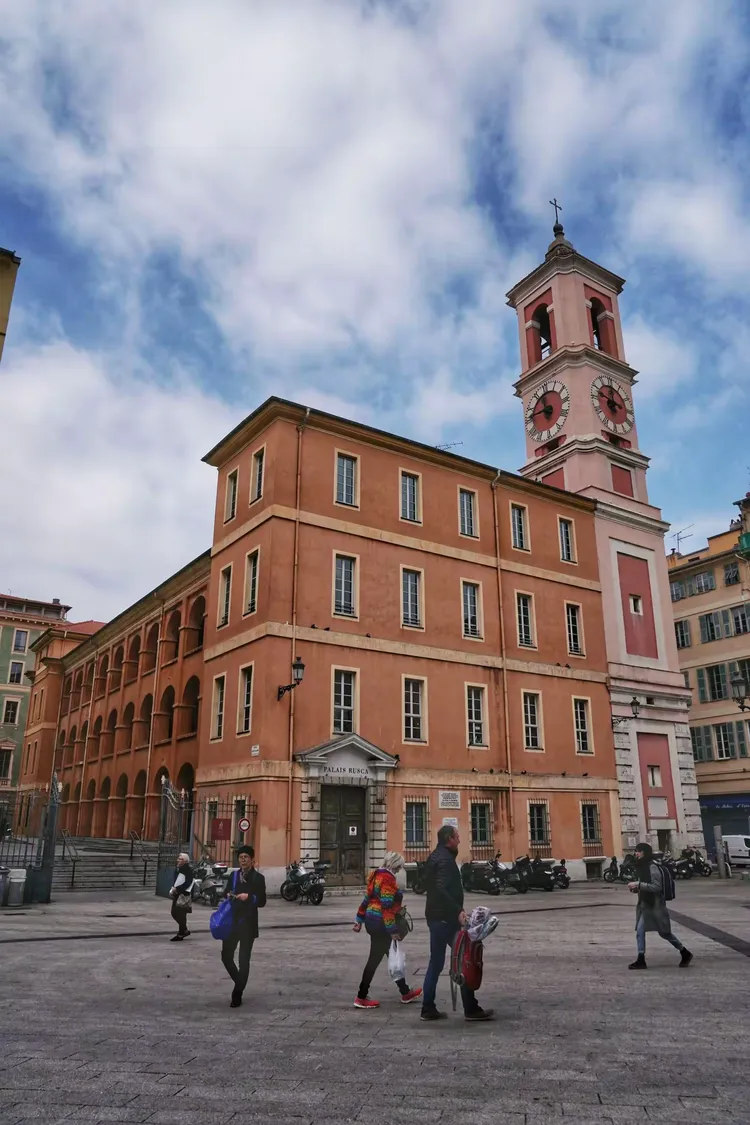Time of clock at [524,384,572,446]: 11:46
